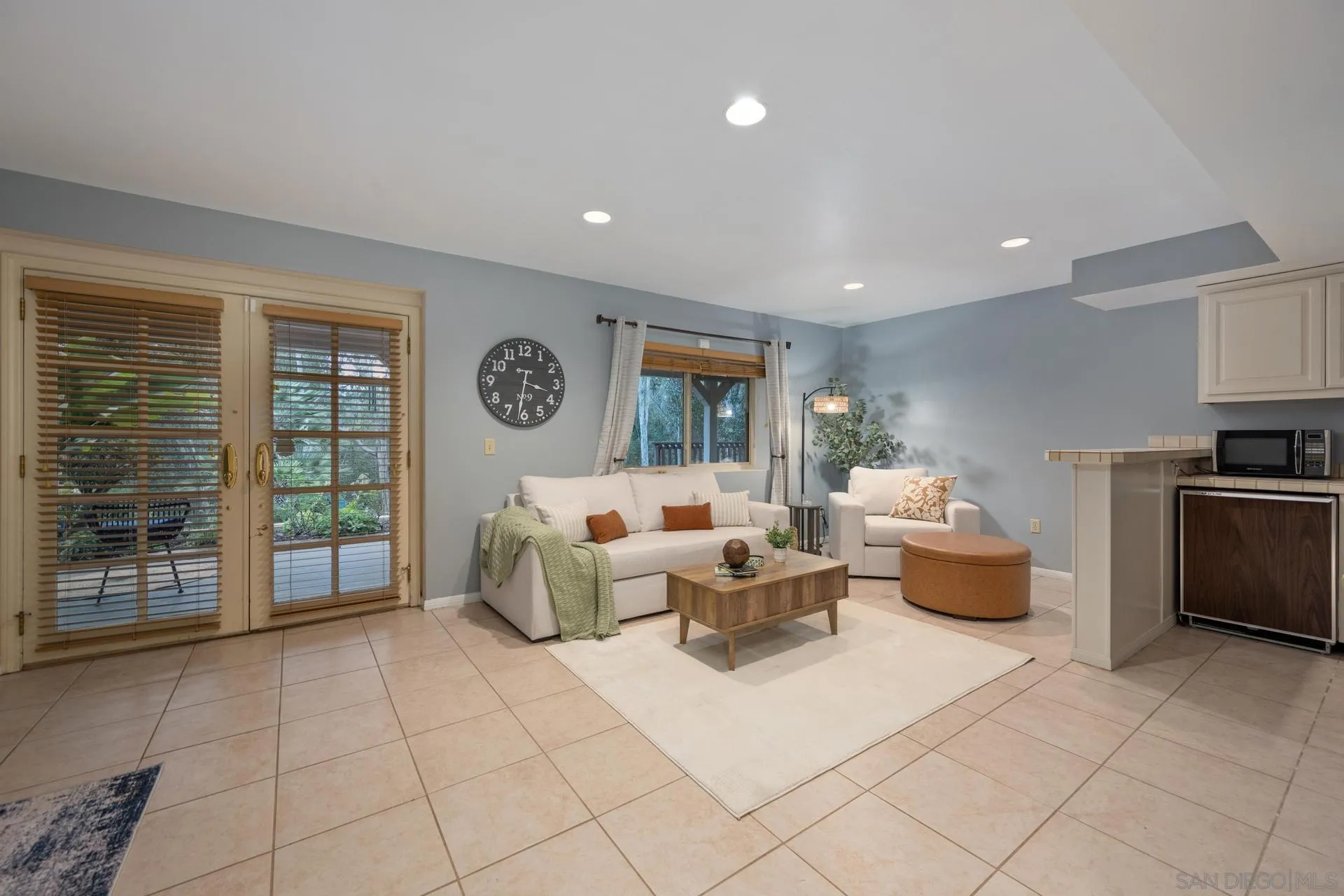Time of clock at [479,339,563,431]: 3:31
